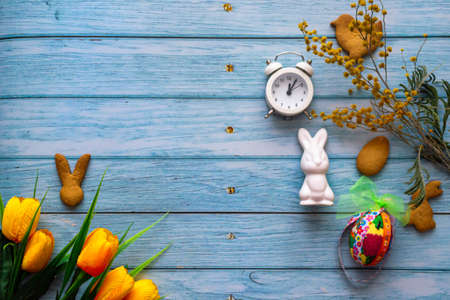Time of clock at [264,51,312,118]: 12:05
